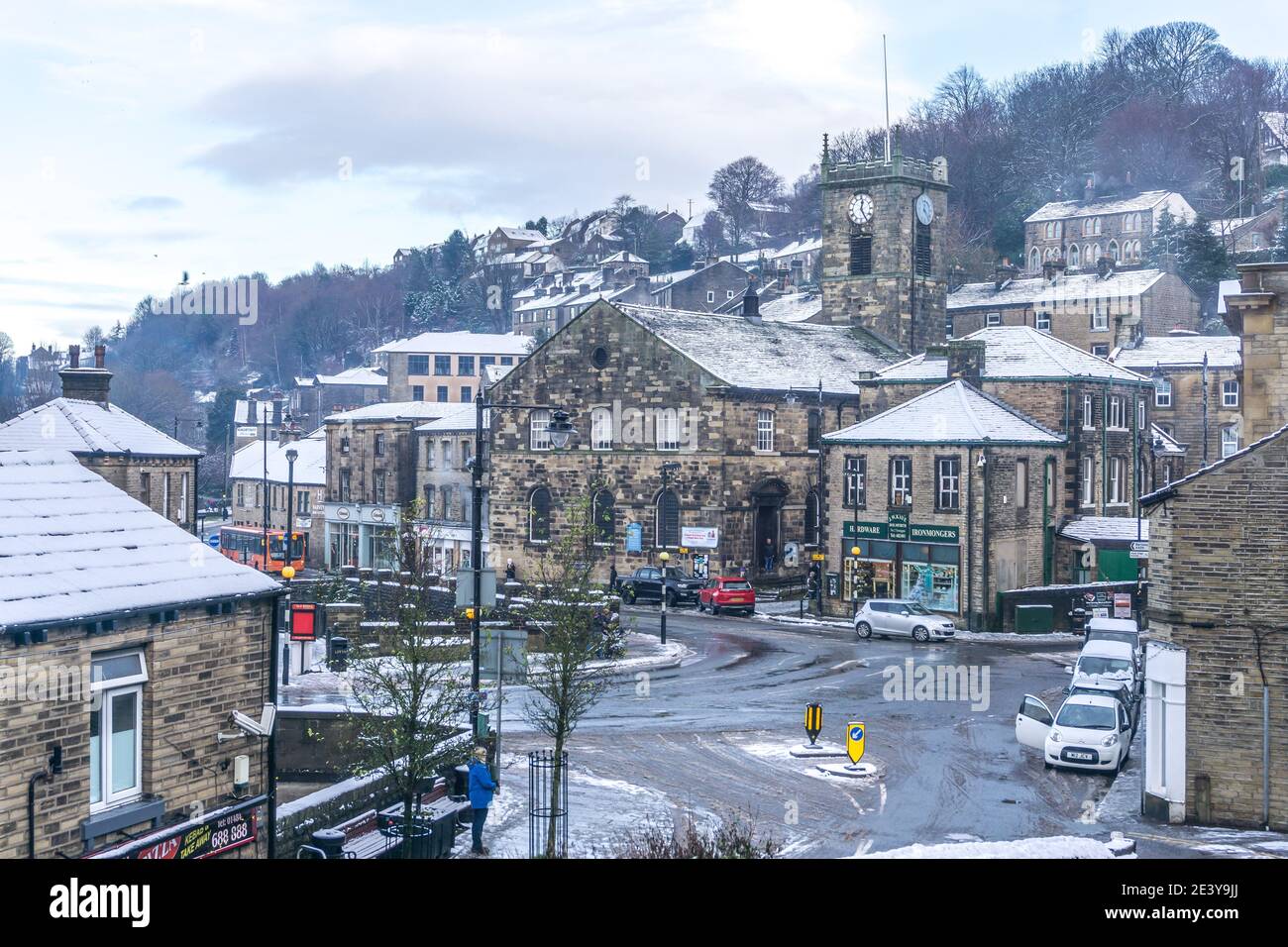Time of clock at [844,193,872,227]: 12:24
